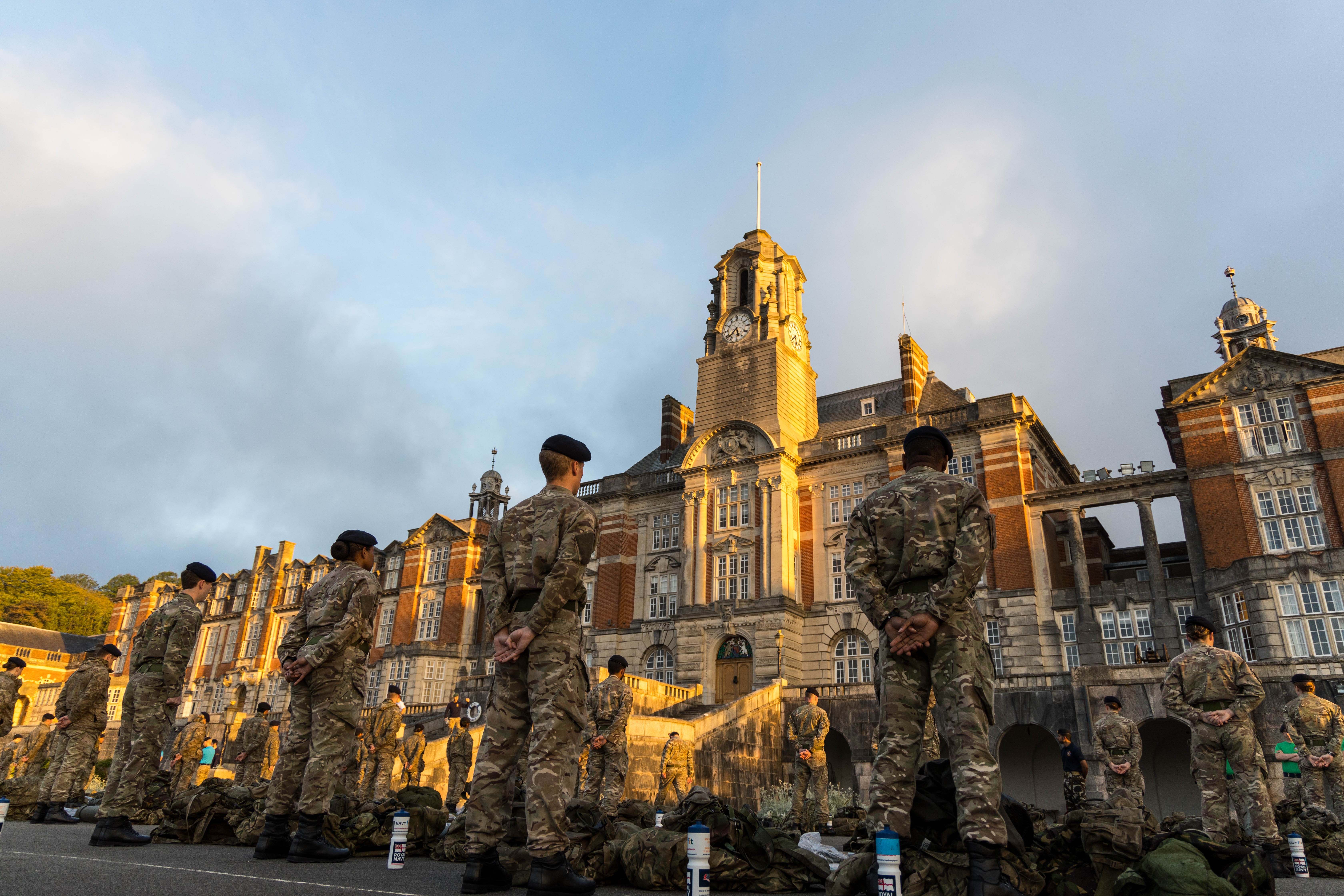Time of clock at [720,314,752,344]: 5:37
